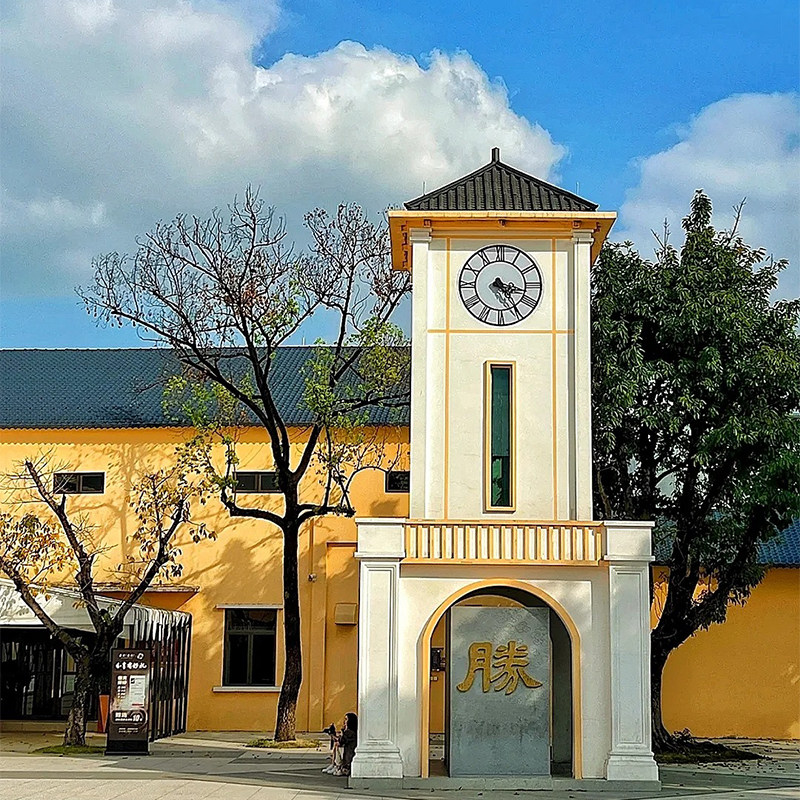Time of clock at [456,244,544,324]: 3:24
